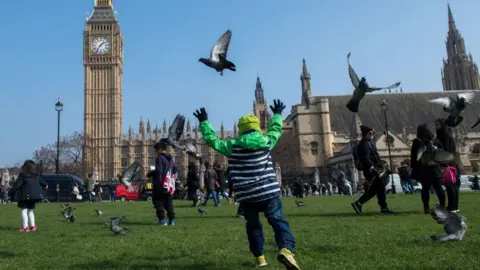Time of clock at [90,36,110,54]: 1:36
